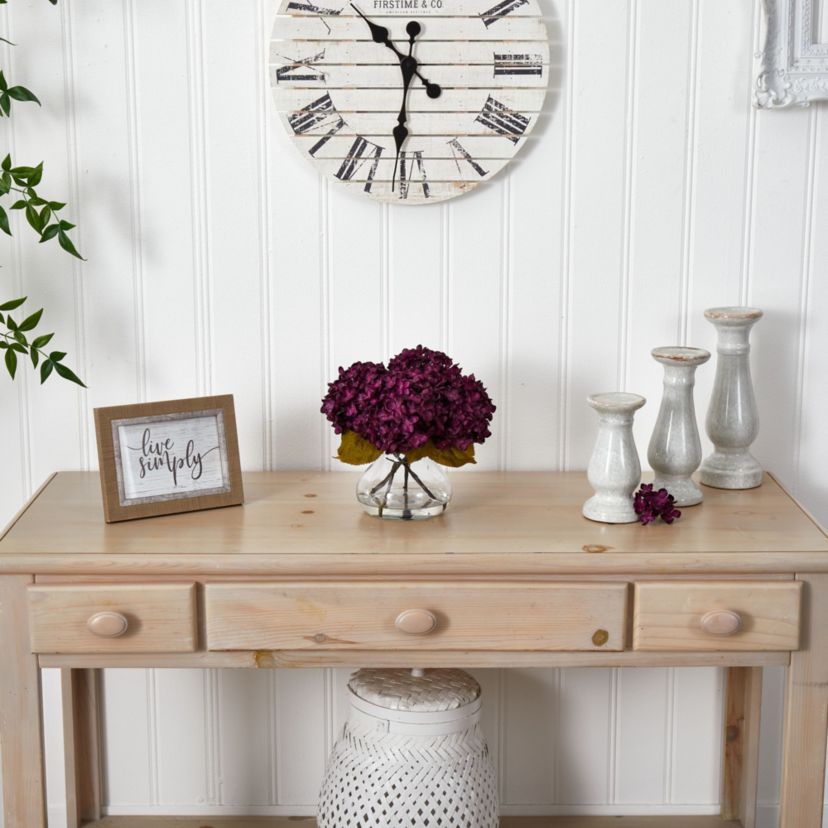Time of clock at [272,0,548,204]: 10:31
